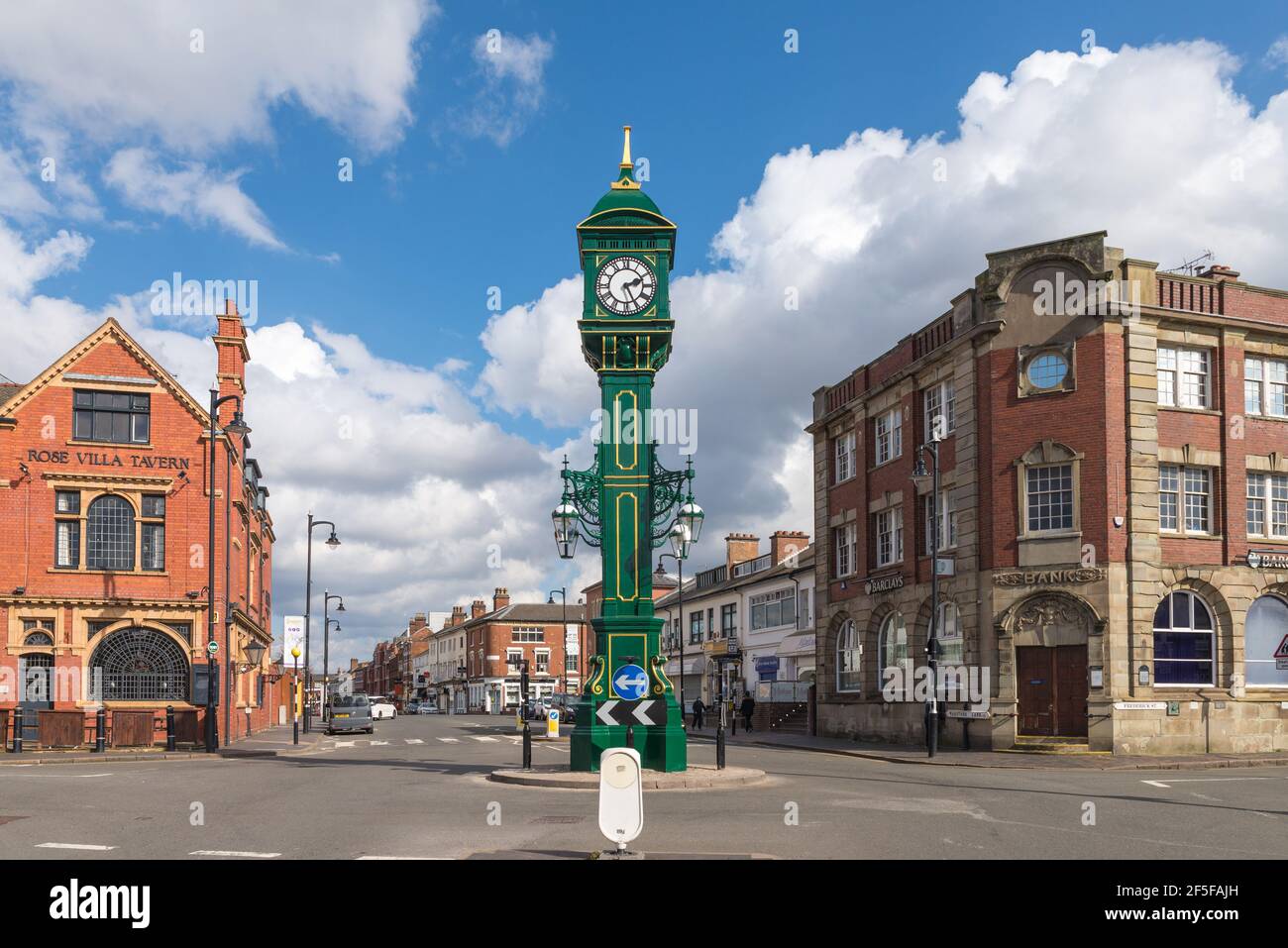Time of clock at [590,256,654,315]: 2:25
